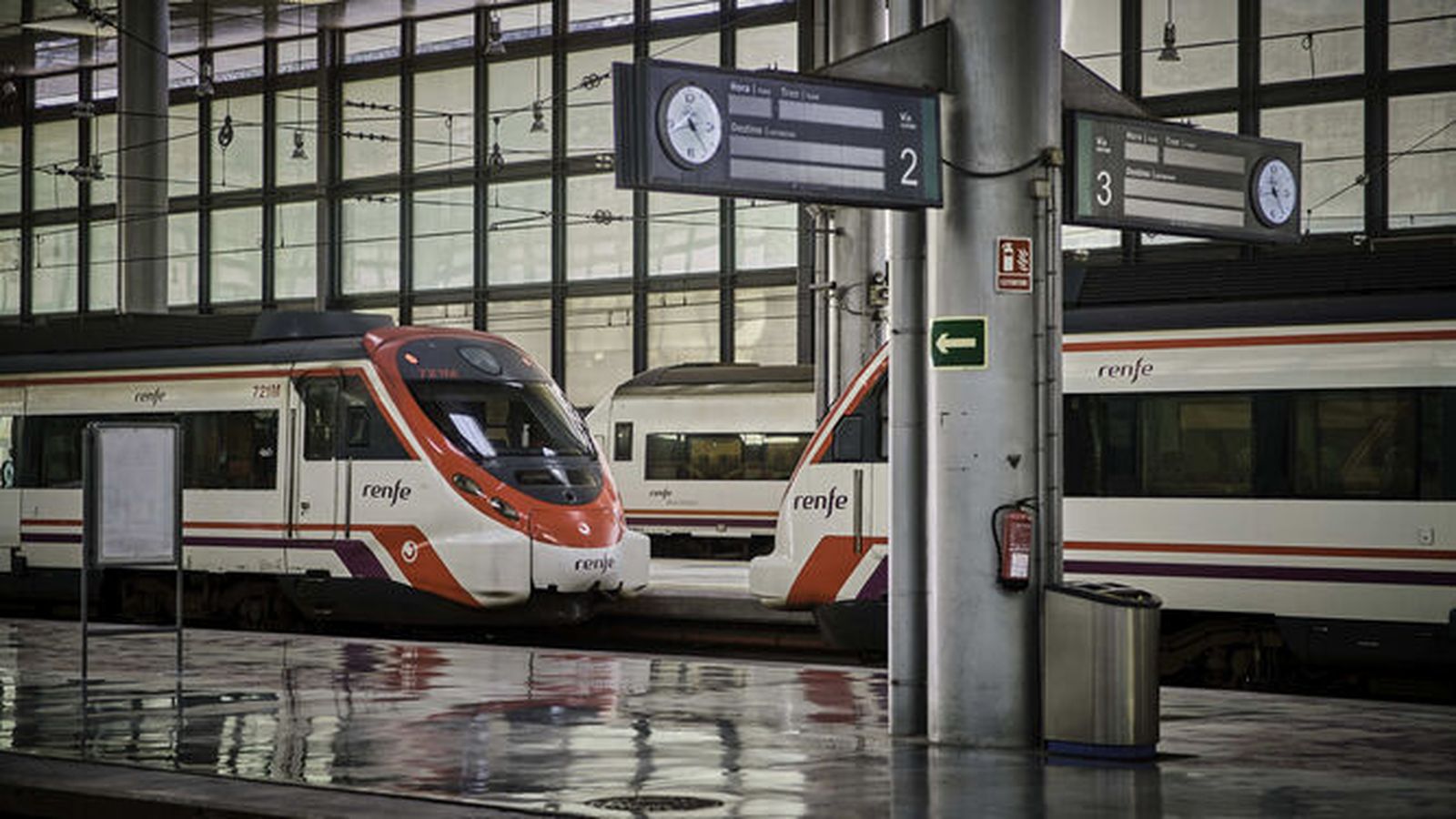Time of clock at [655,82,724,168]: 4:42
